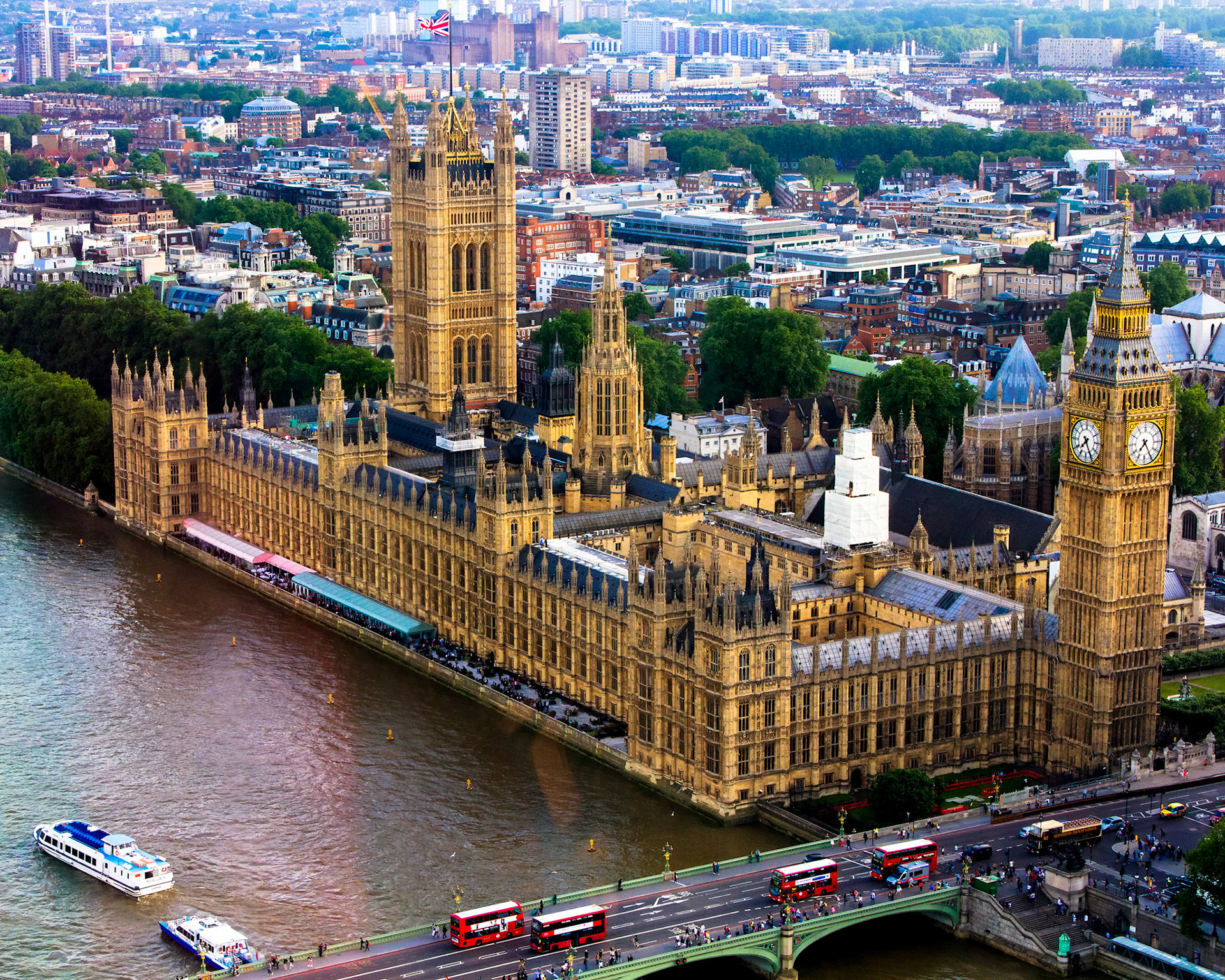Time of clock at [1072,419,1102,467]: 7:25
